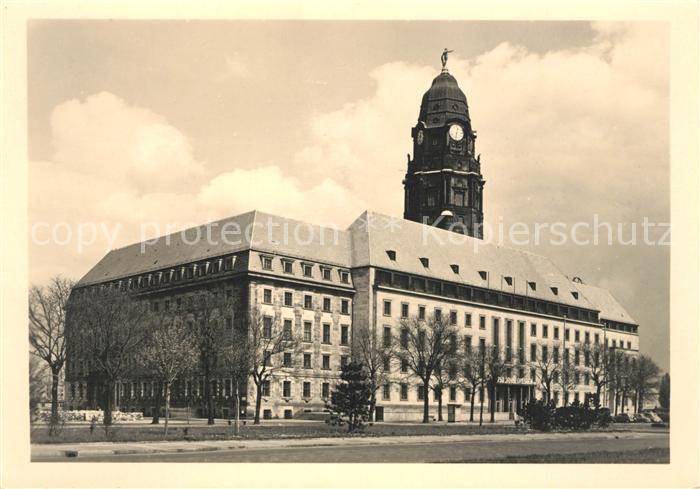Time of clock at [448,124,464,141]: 12:32
